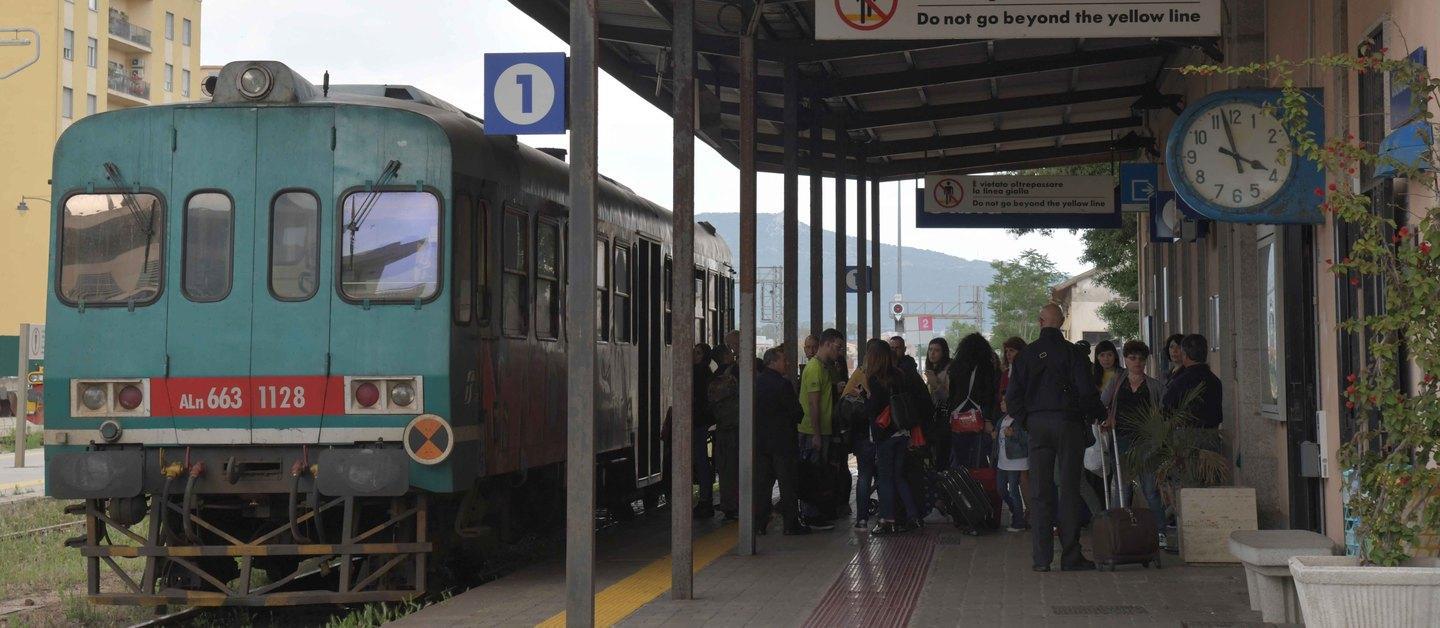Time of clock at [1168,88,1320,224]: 3:57
